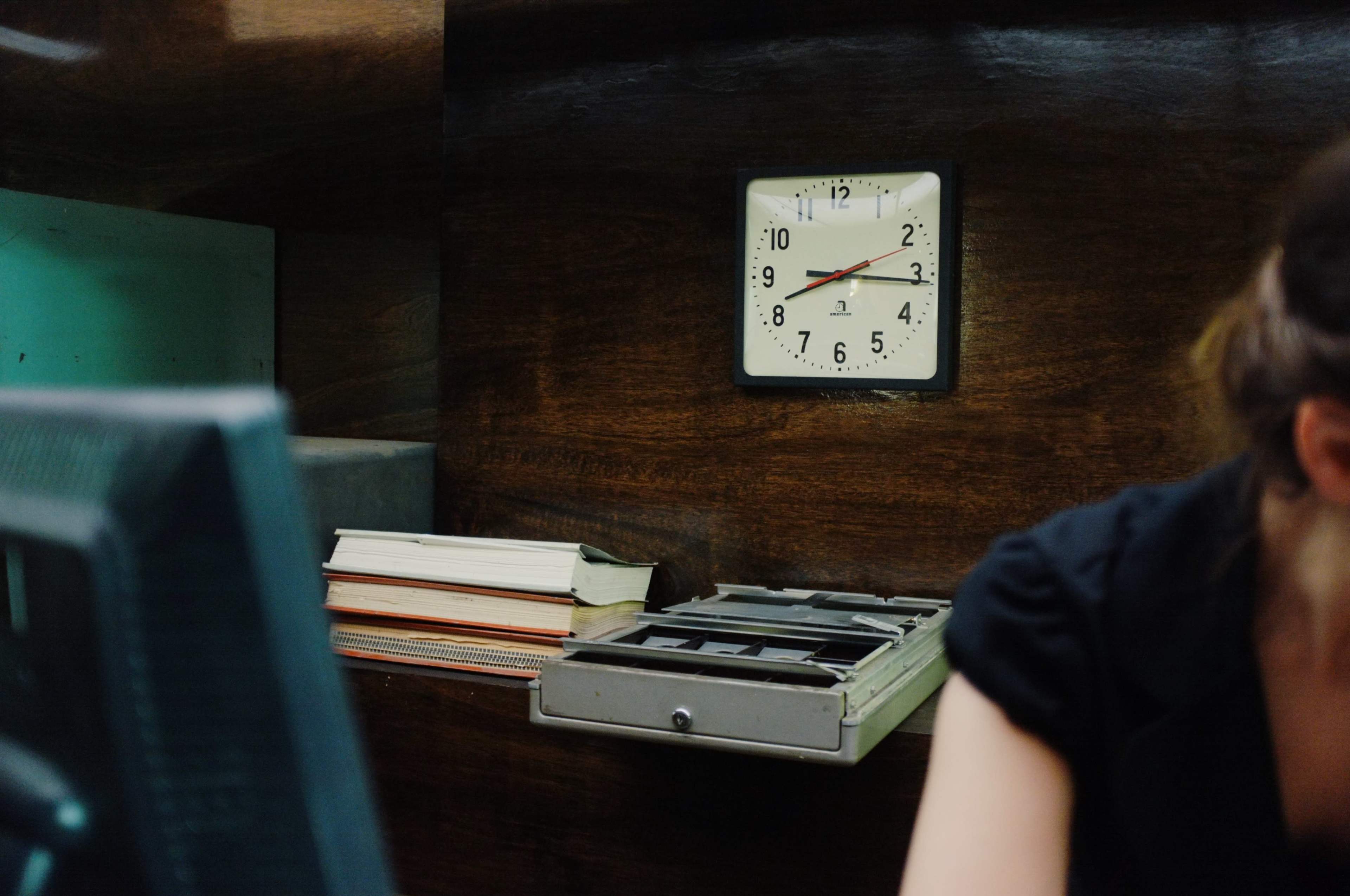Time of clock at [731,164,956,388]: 8:15
